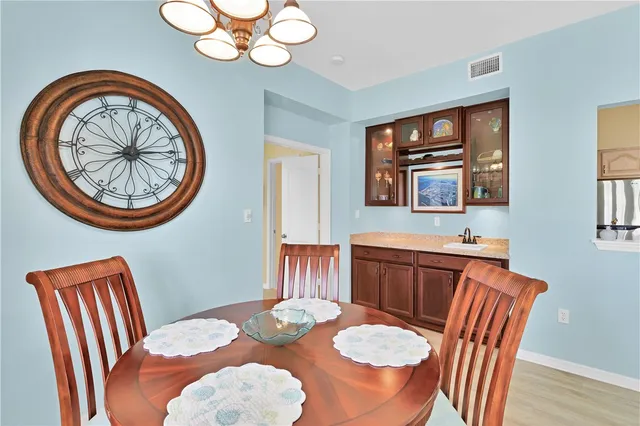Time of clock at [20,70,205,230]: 12:13
